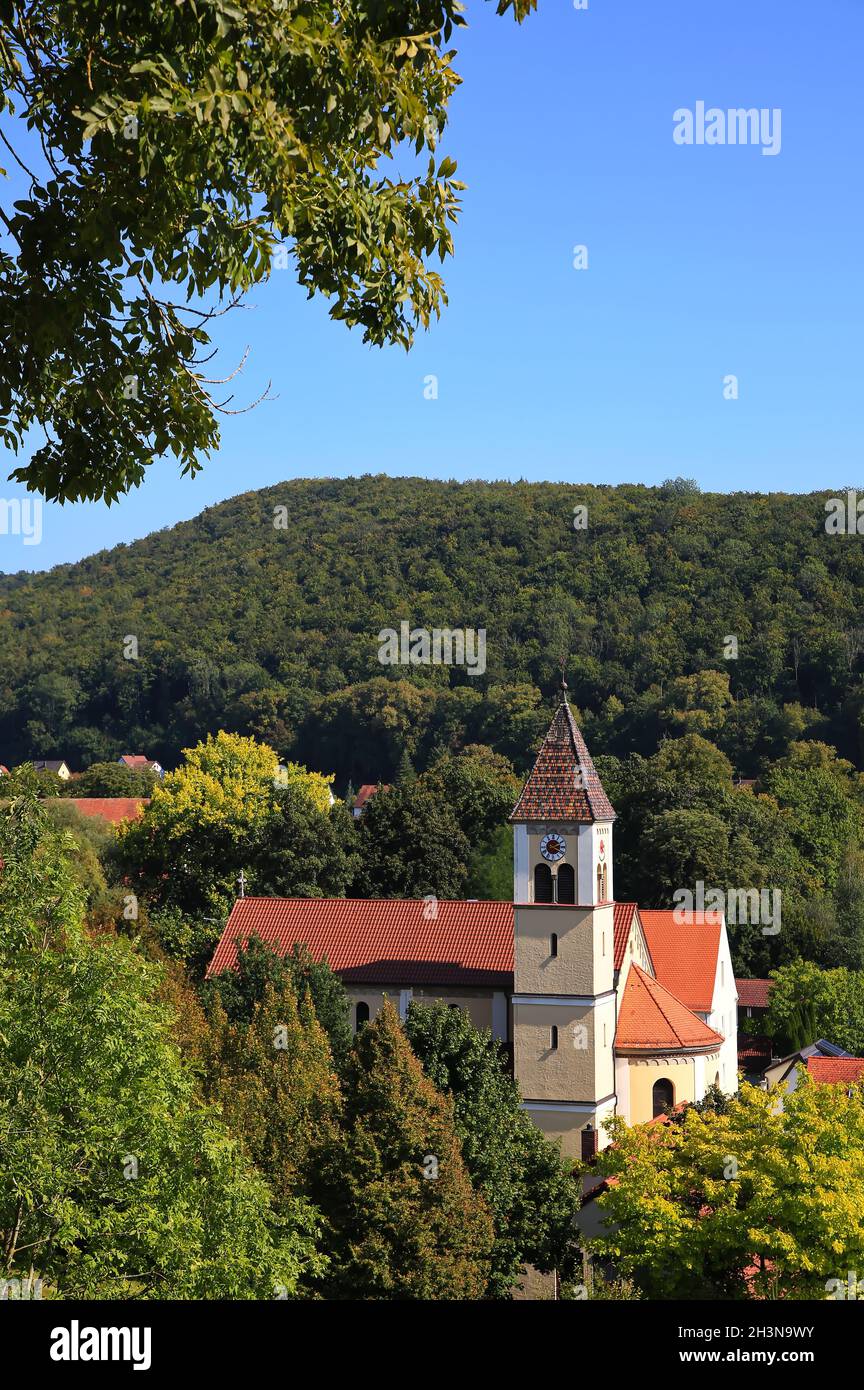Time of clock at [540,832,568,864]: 2:19
